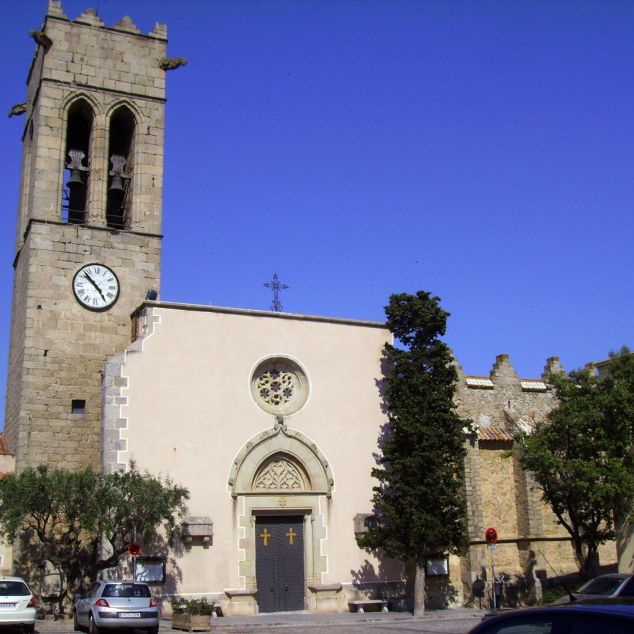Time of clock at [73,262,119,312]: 4:52
